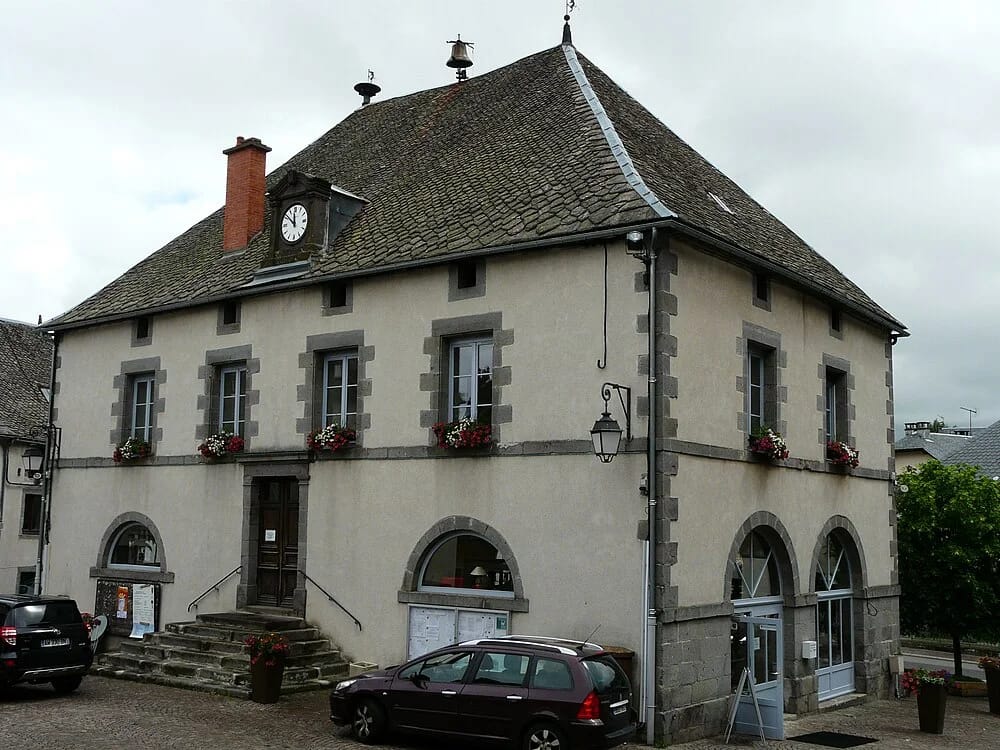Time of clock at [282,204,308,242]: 11:51
